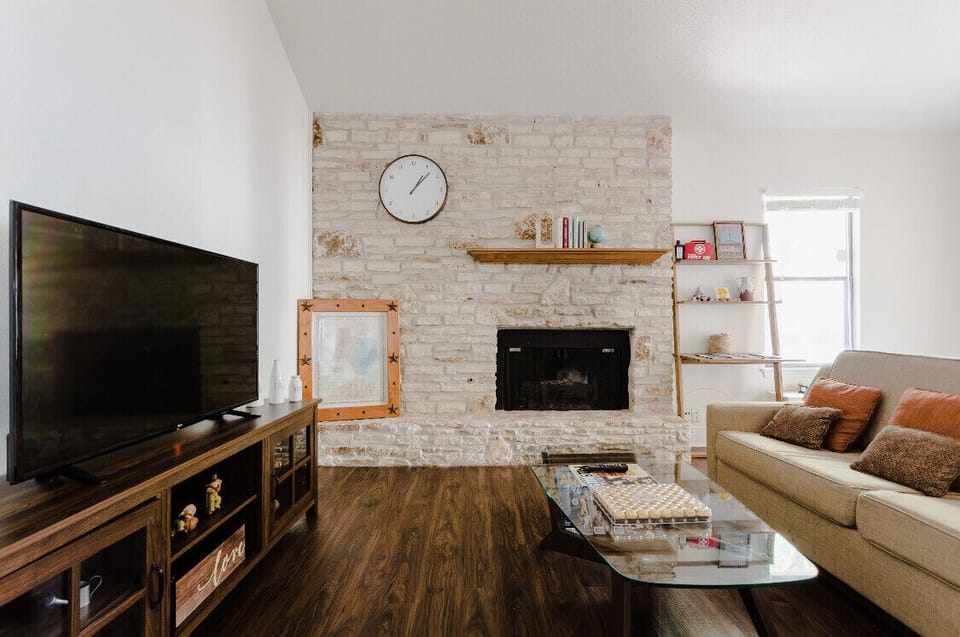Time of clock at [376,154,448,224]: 1:07
